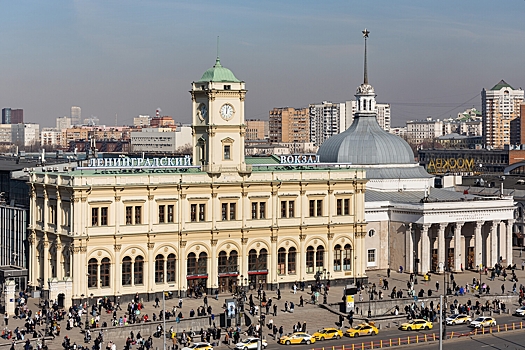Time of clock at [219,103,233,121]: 12:03
